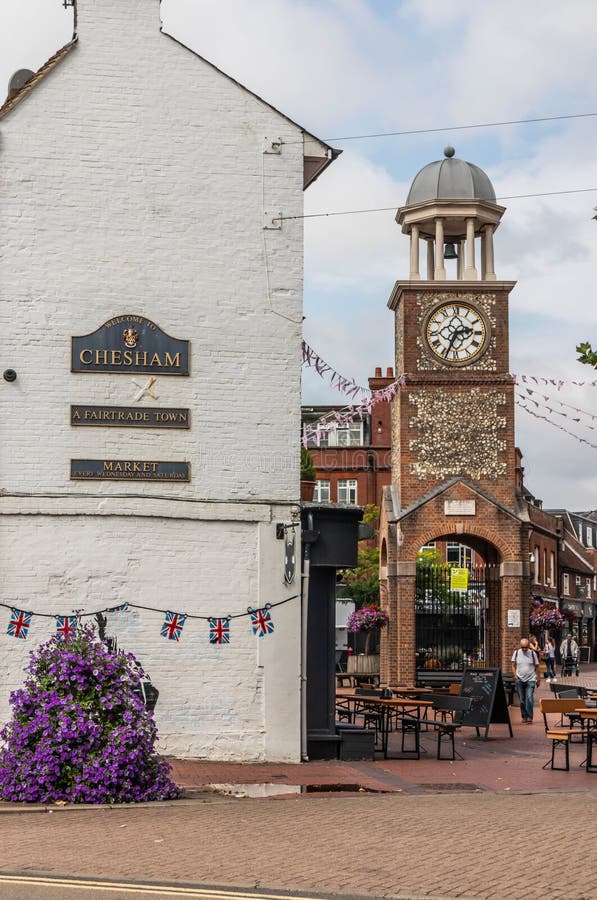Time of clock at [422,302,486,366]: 2:33
